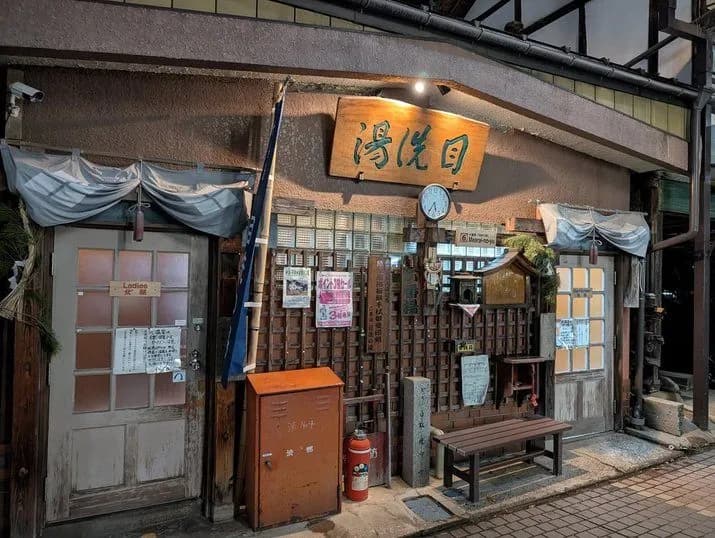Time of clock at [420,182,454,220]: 5:35
